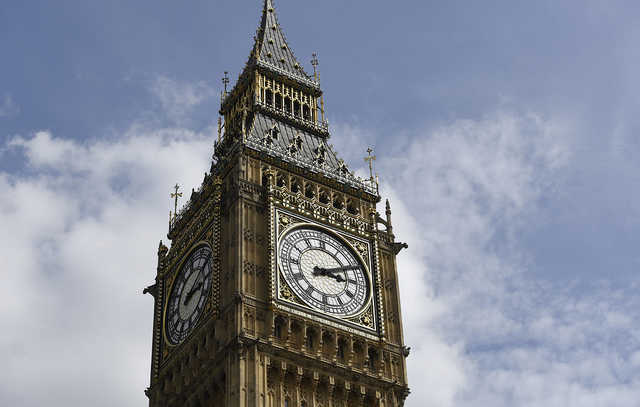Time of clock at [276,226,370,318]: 3:10
